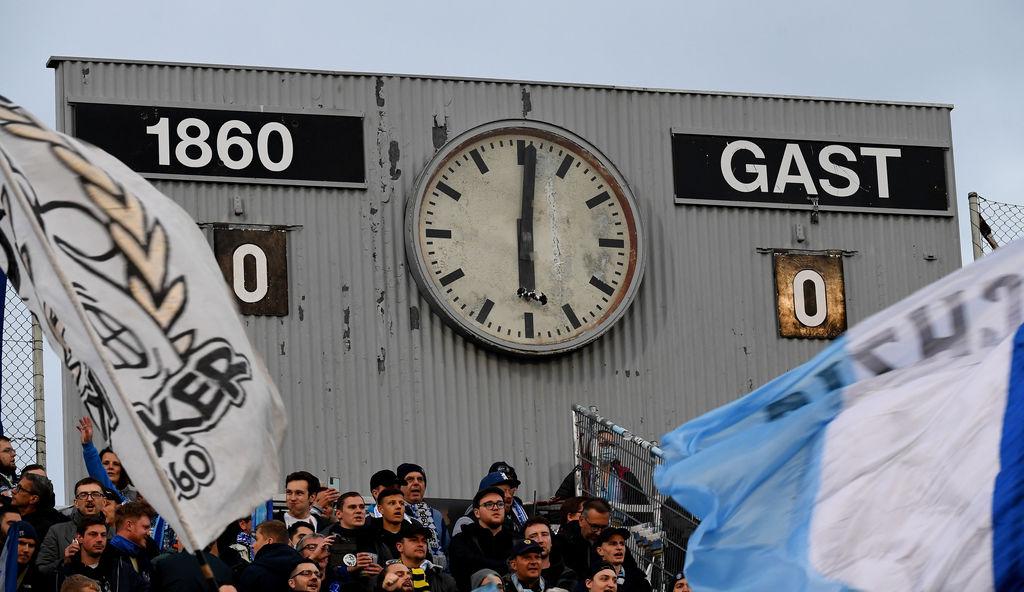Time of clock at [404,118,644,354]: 6:00
